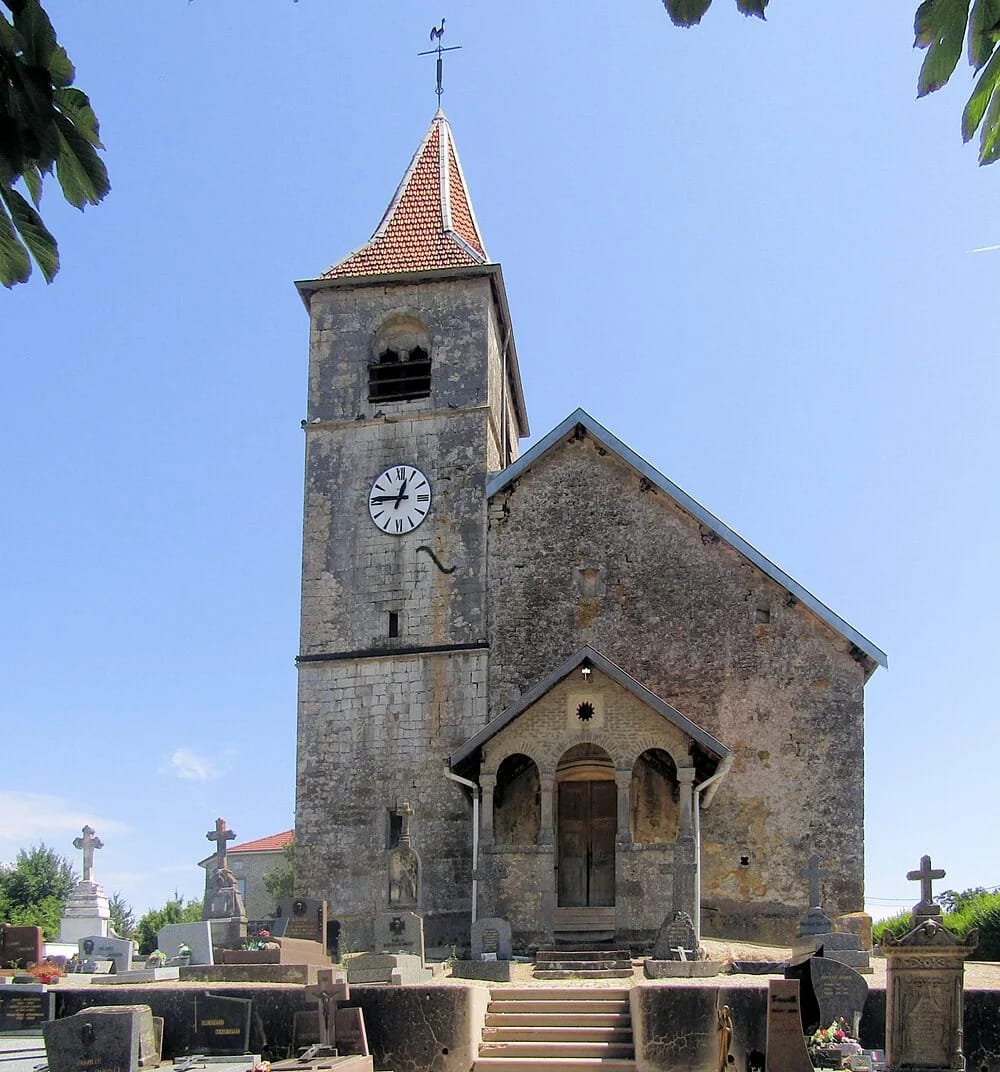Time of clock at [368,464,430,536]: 12:45
